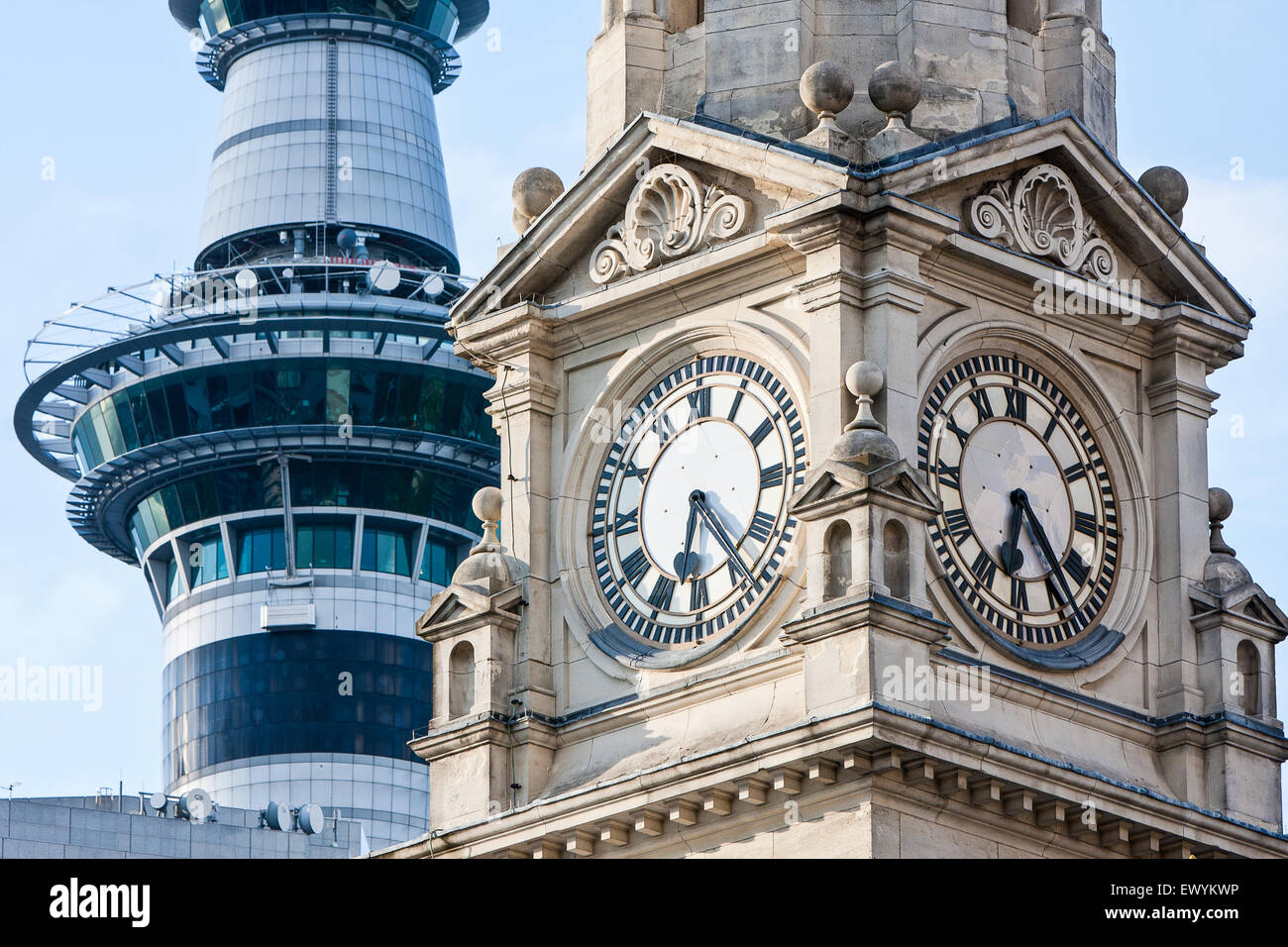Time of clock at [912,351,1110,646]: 6:23
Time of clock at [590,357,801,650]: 6:24
